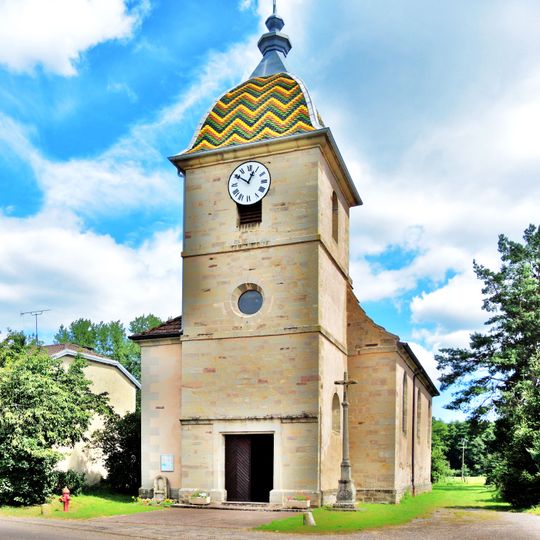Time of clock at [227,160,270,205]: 12:50
